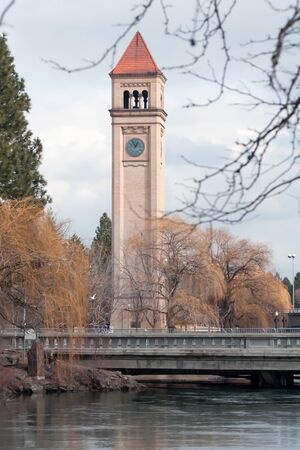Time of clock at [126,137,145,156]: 12:55
